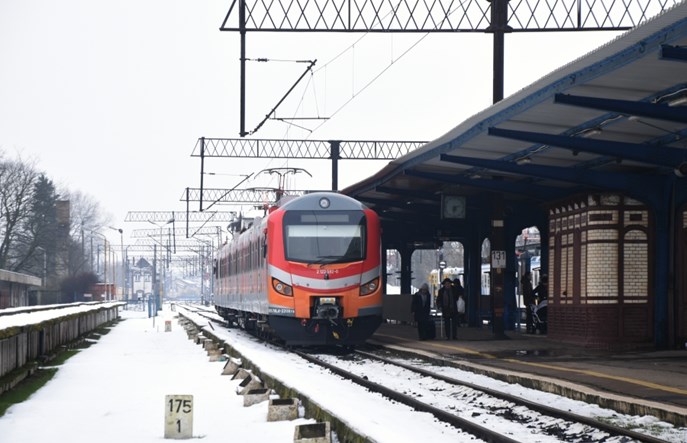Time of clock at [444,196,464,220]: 6:12
